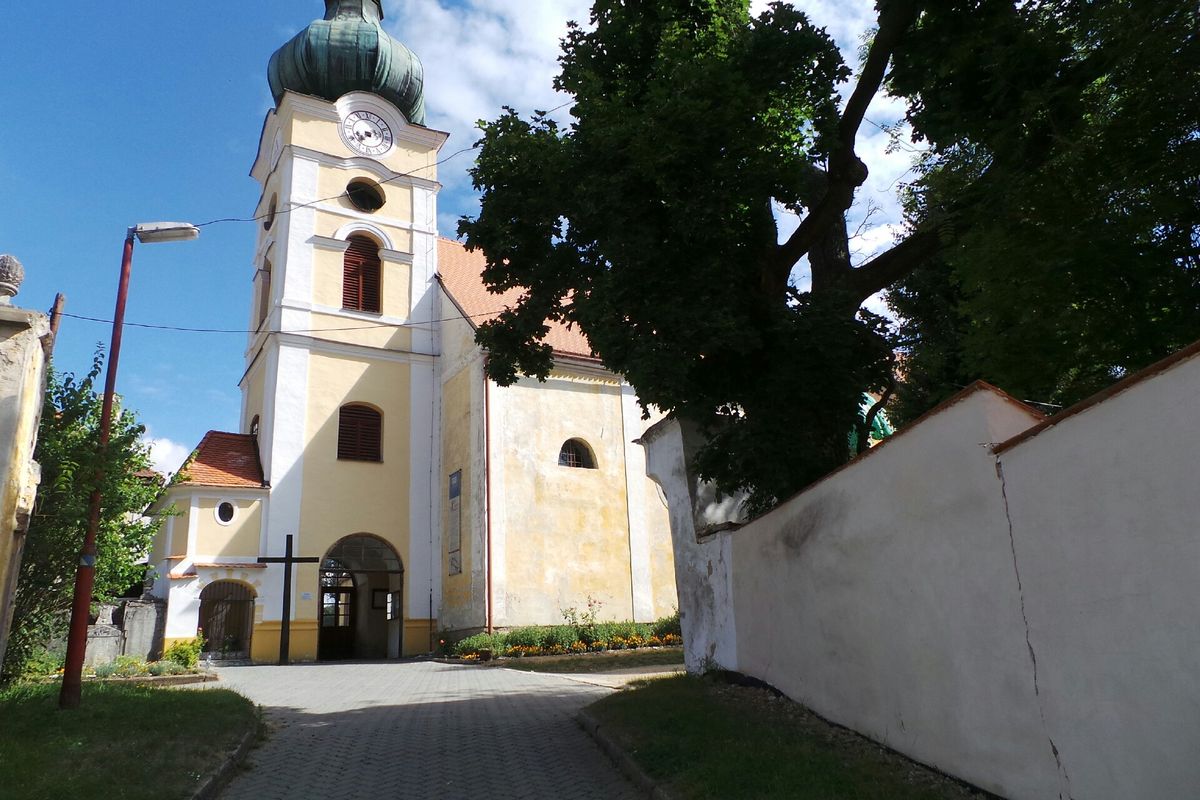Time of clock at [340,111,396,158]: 7:12
